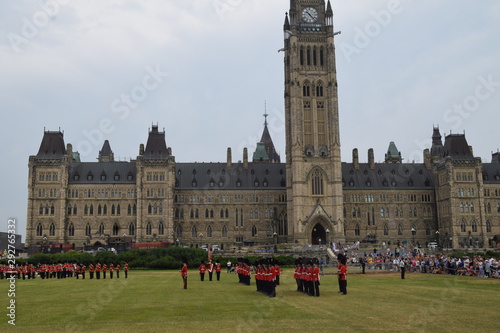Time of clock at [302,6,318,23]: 10:23
